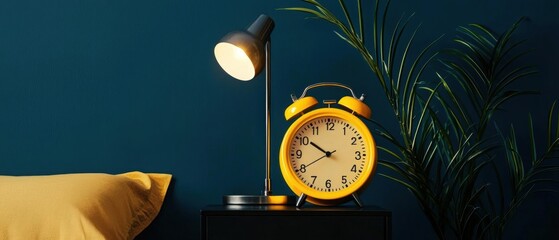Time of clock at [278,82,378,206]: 9:50
